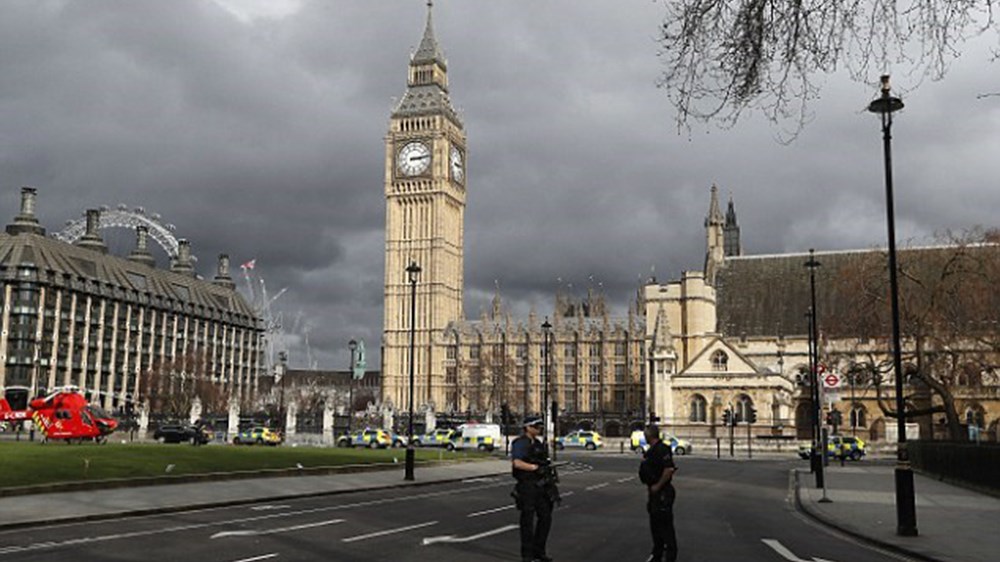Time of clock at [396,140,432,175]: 3:13
